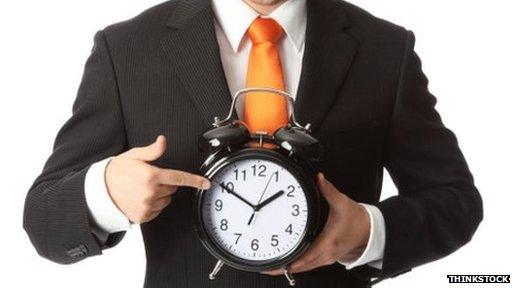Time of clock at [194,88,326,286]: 1:50
